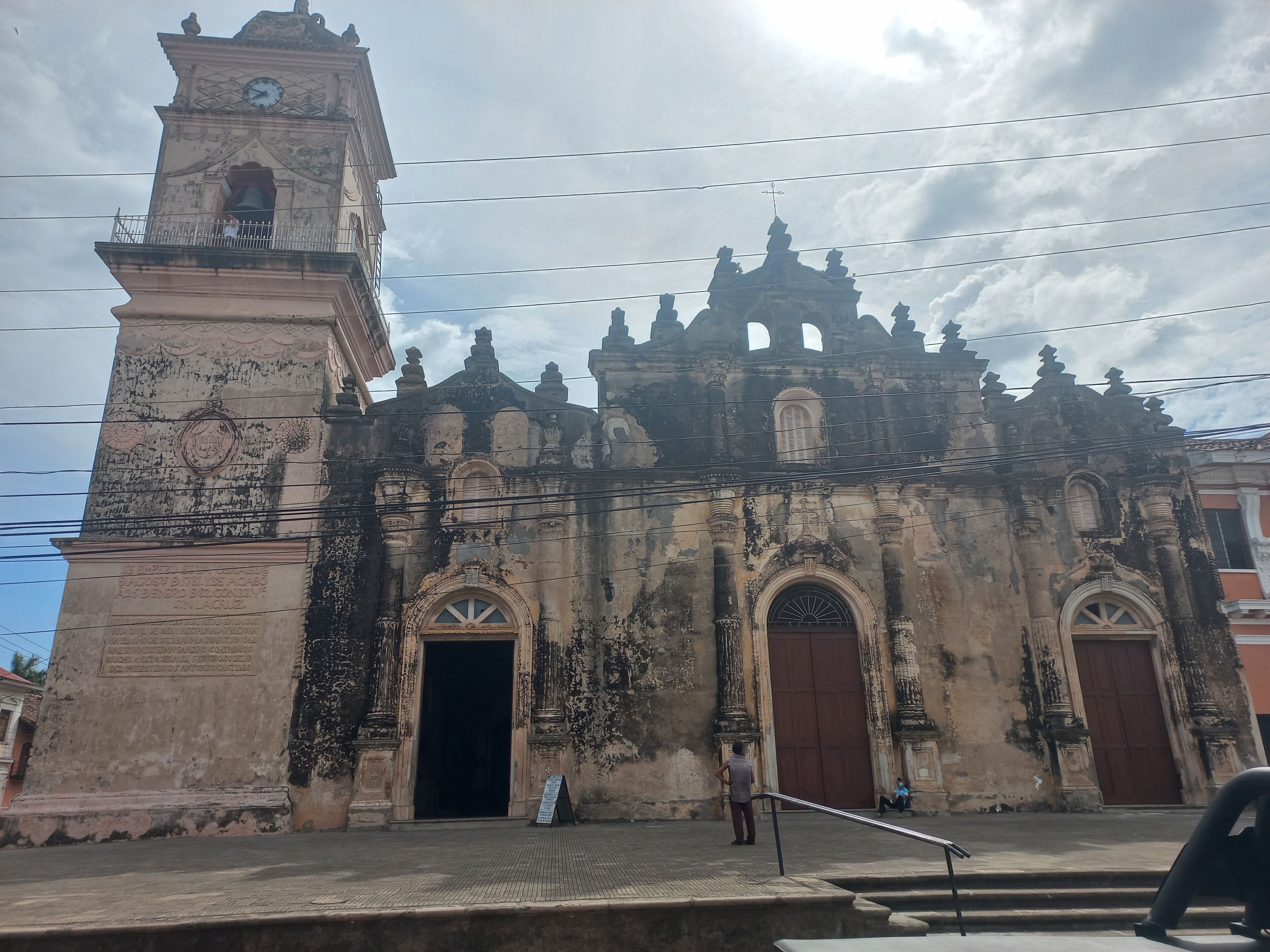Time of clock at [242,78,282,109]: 7:47
